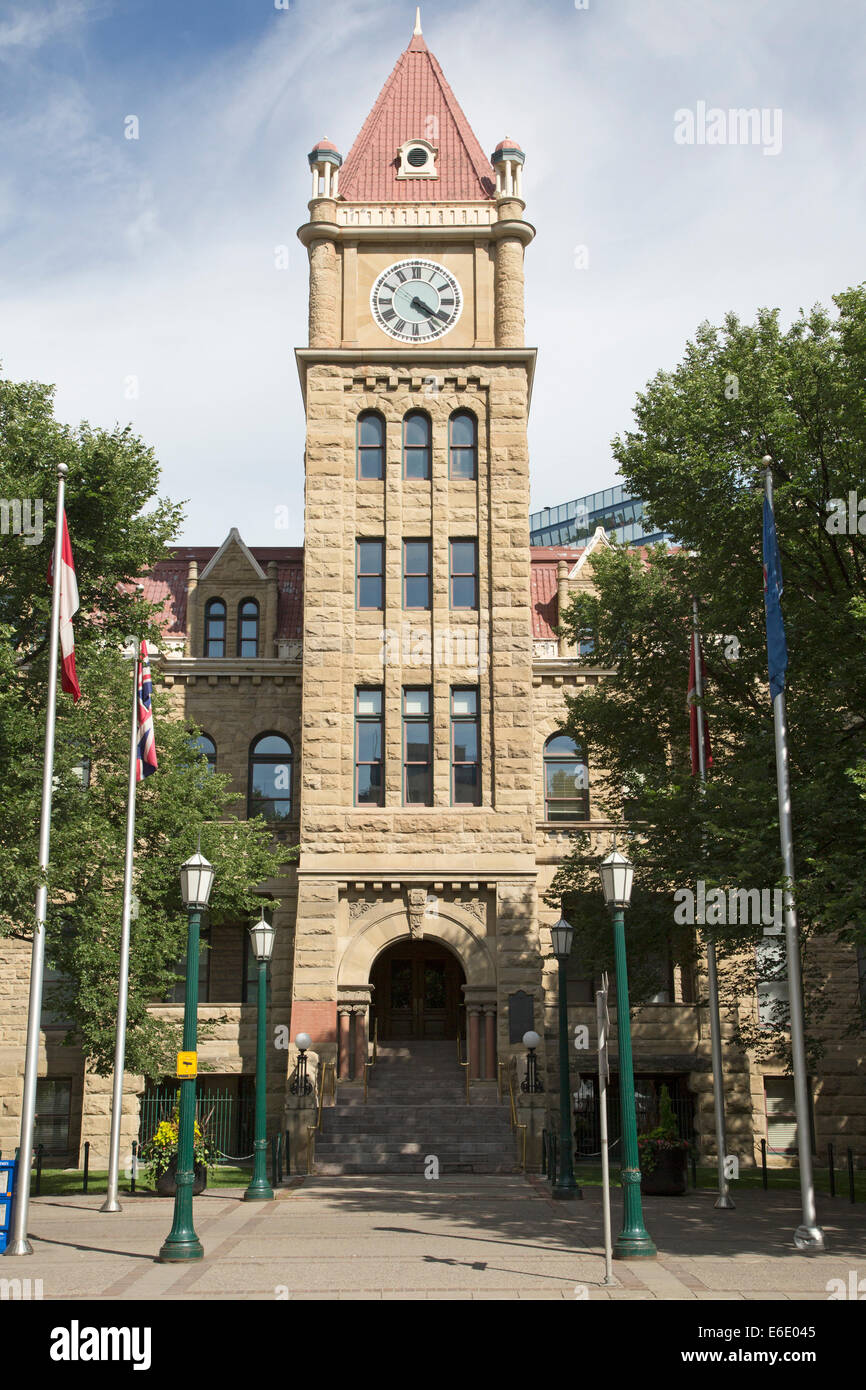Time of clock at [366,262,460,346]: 4:20
